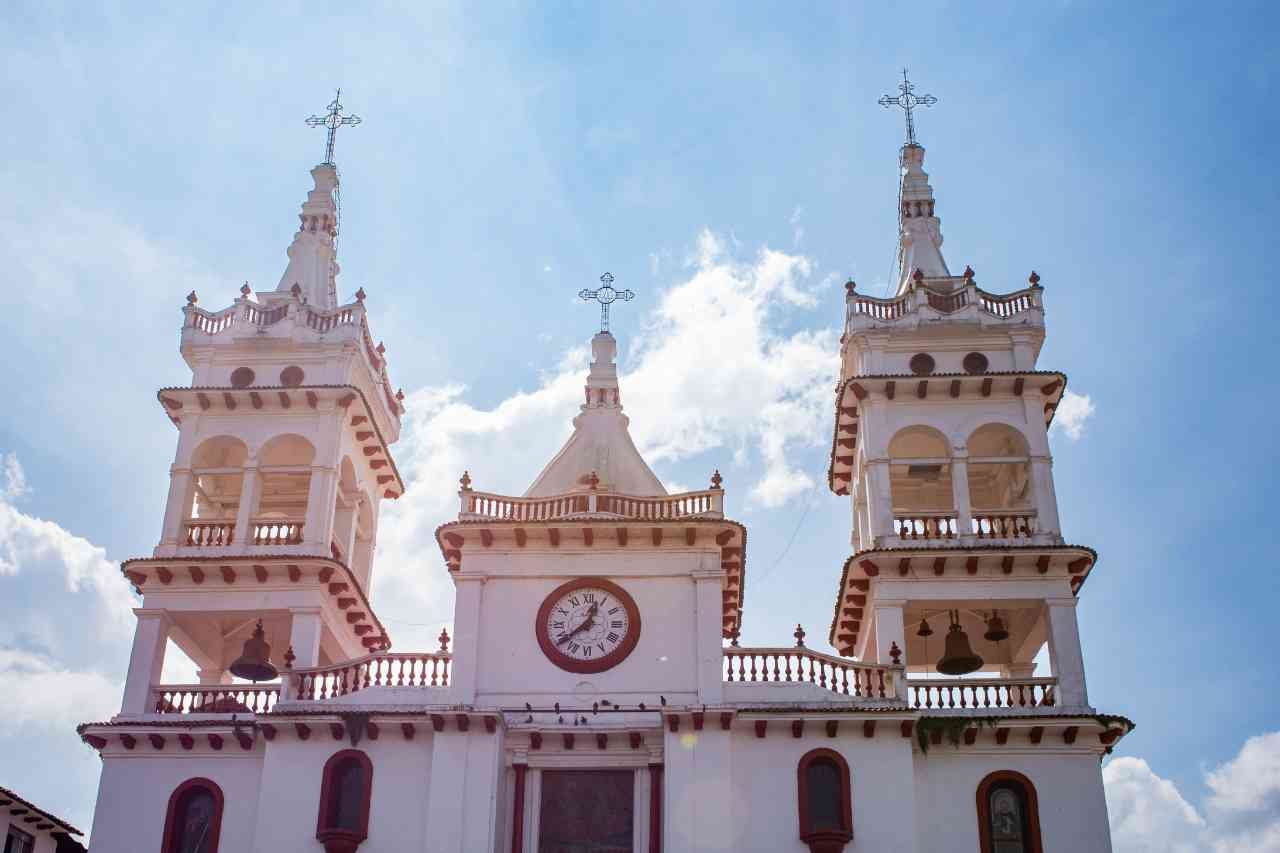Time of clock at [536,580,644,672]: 12:38
